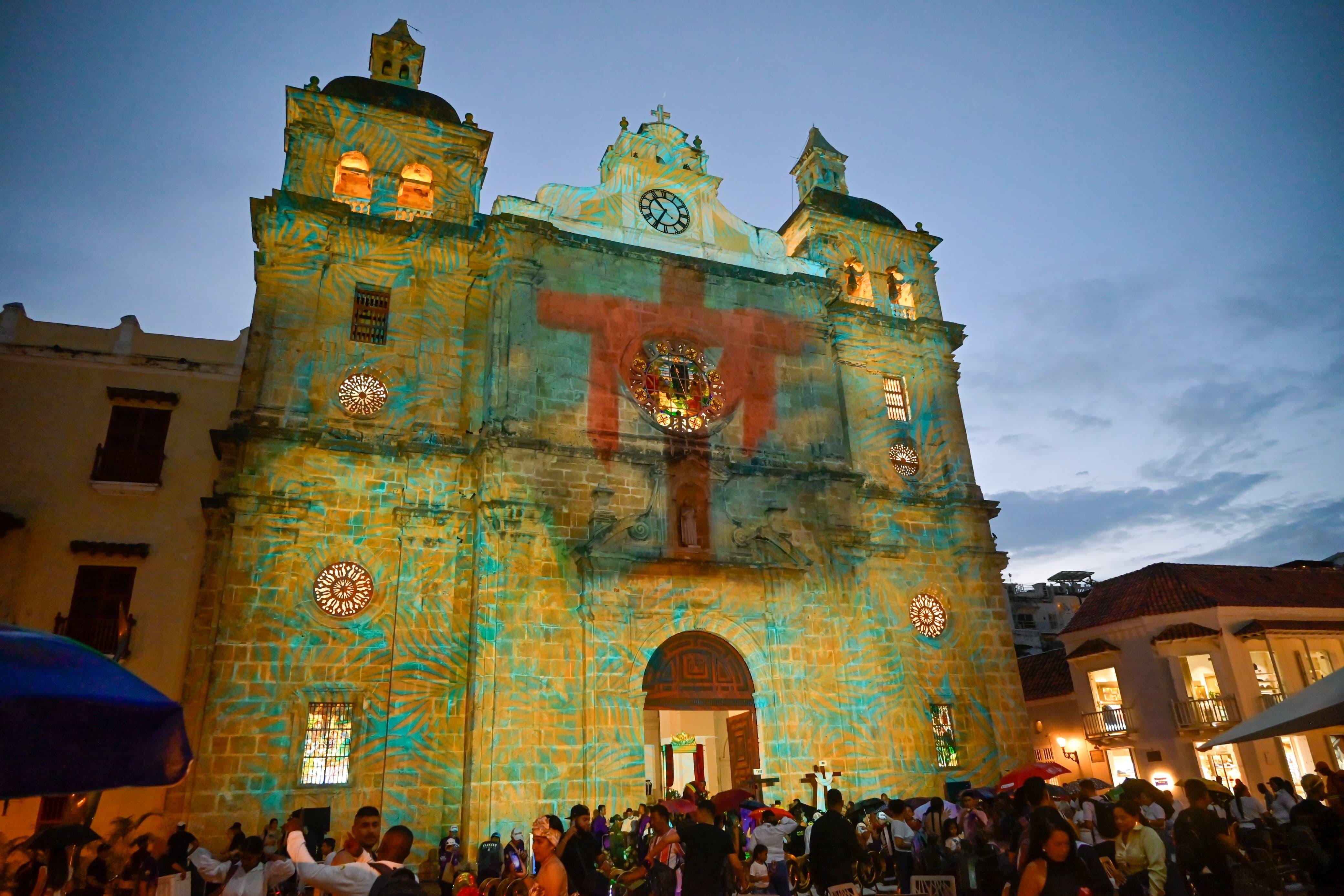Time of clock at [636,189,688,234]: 10:34
